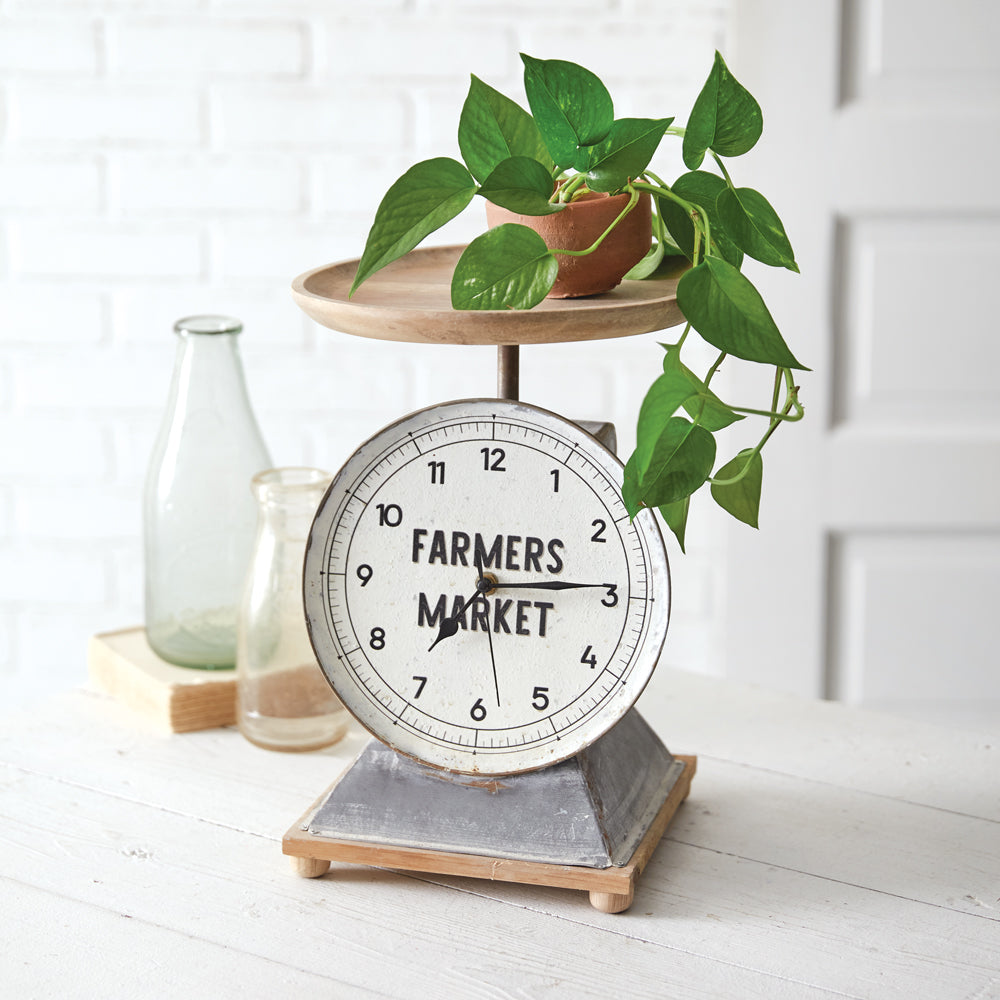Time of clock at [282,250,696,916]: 7:14
